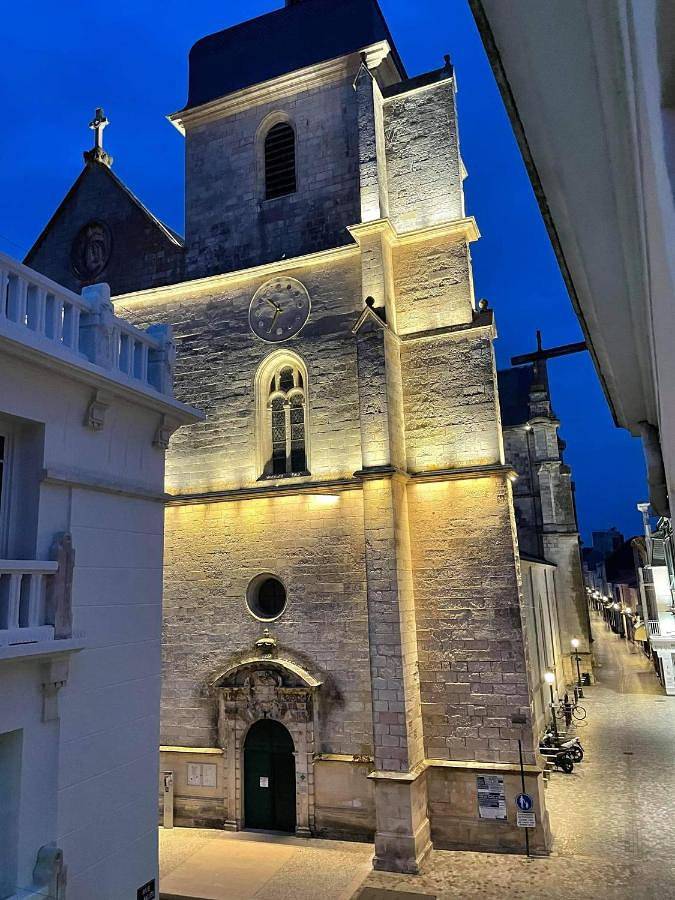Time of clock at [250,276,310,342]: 10:34
